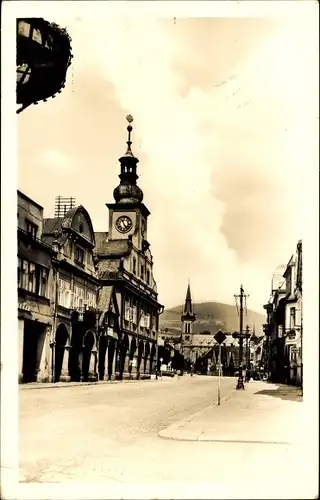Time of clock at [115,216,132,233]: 11:24
